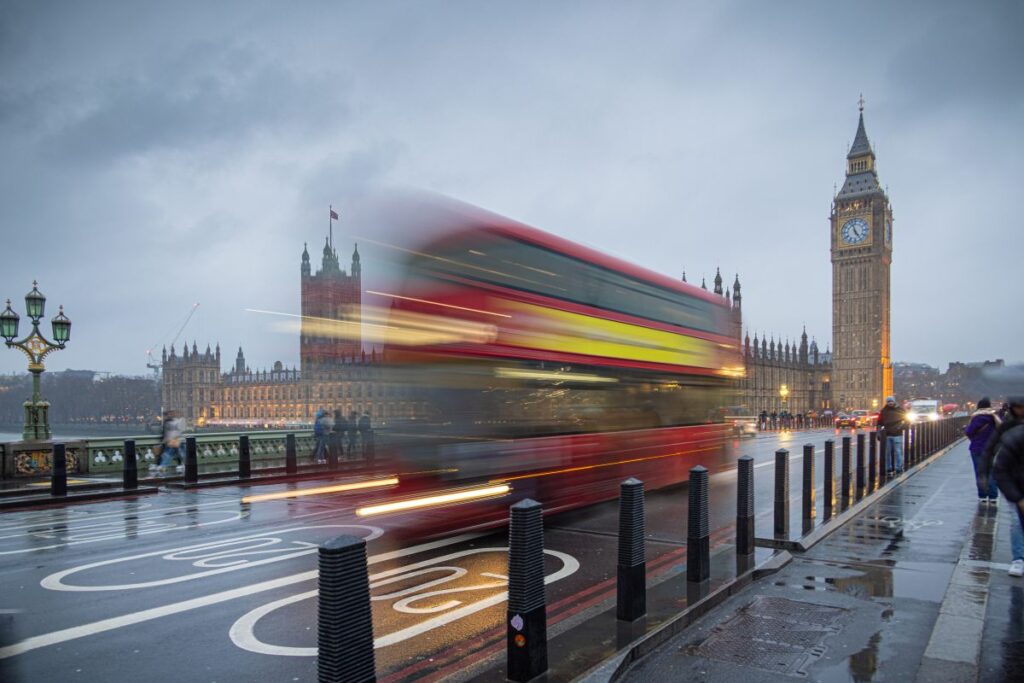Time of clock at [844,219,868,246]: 4:57
